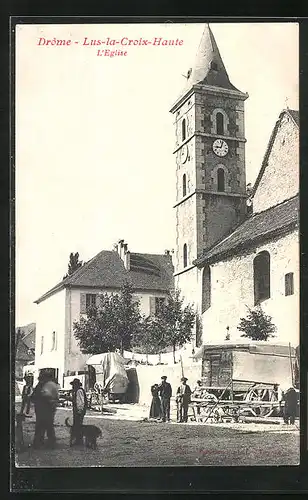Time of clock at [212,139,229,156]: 9:03
